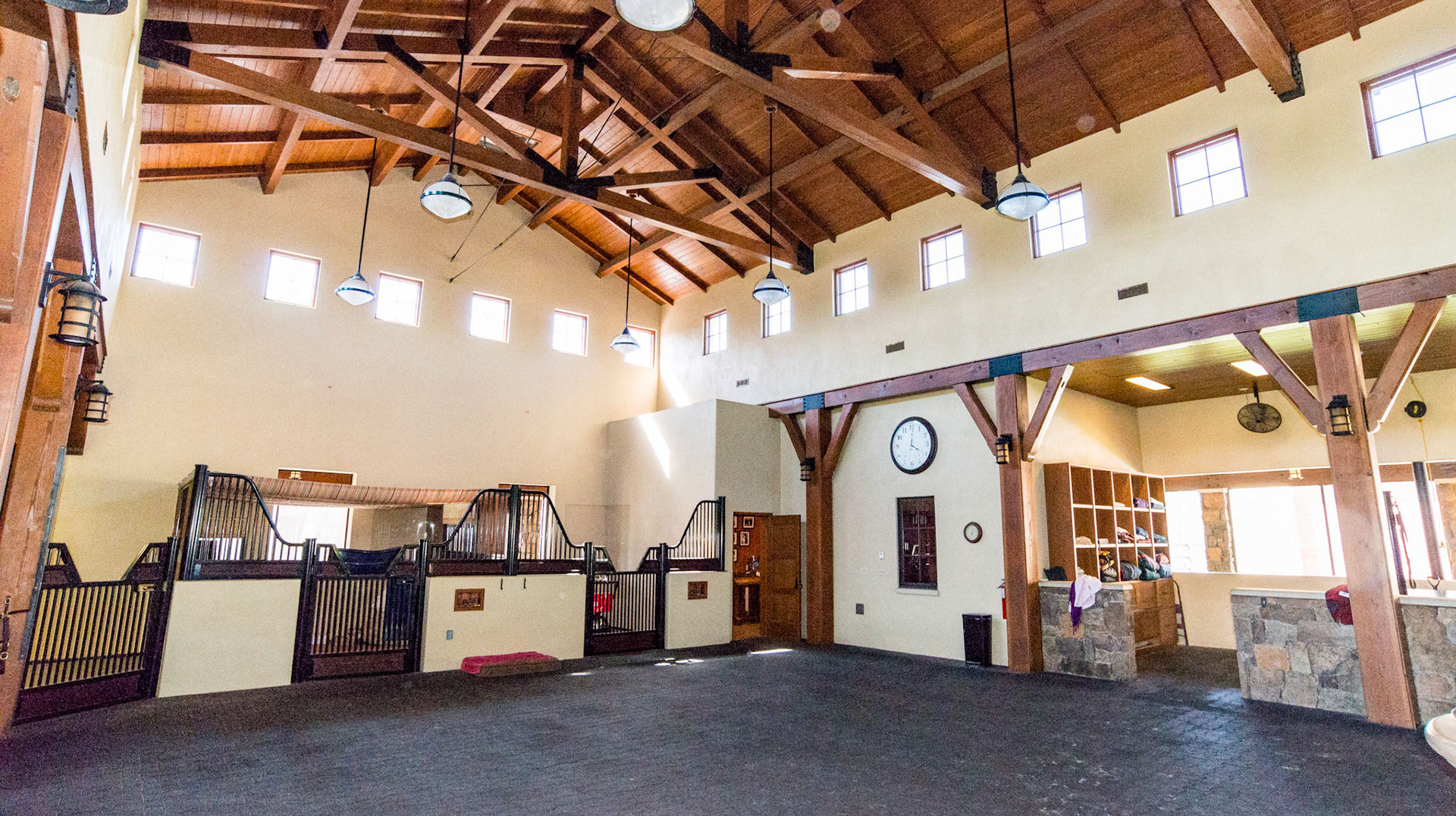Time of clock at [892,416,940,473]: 4:00
